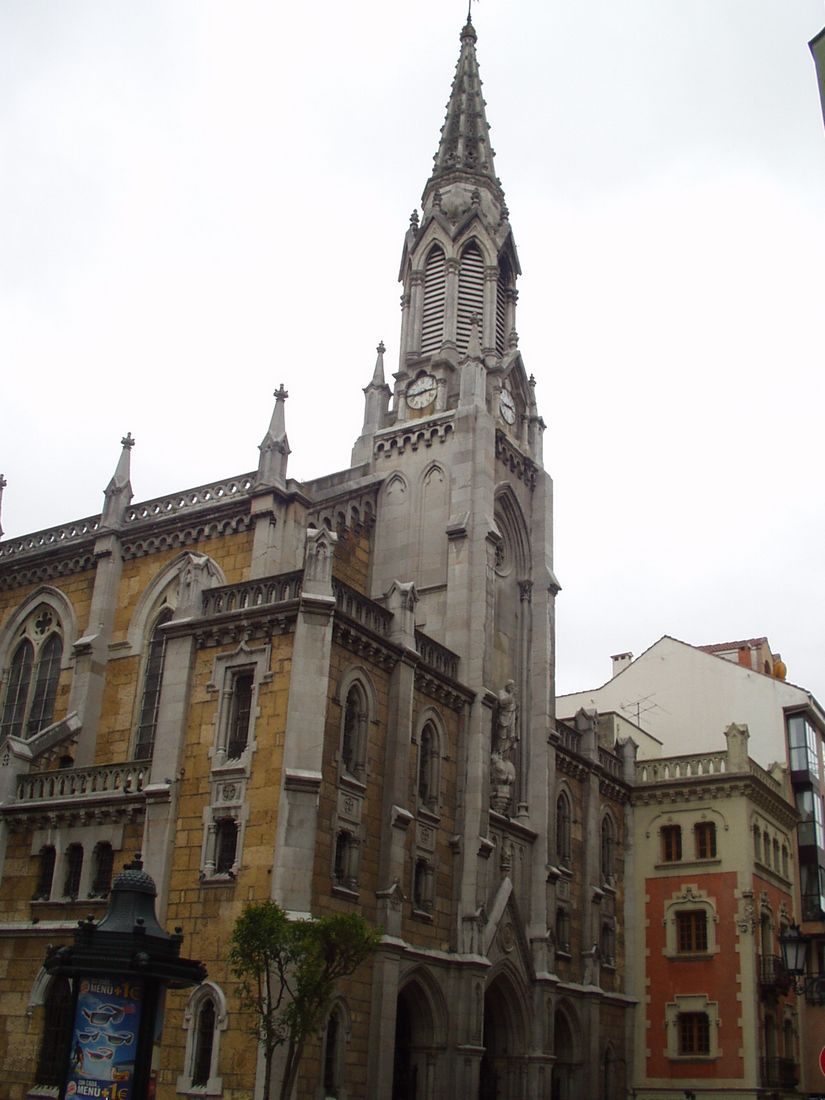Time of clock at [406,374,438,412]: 2:43
